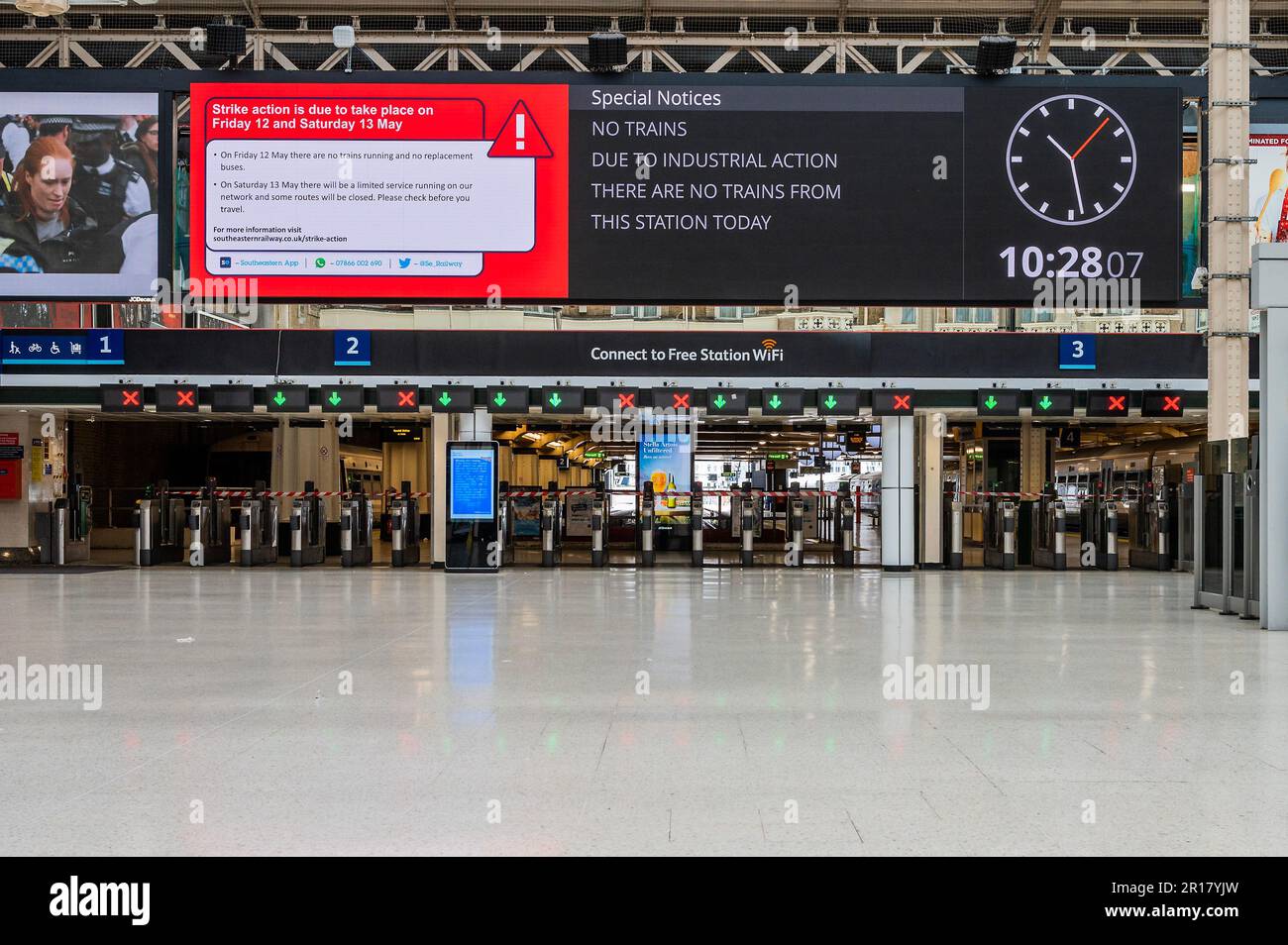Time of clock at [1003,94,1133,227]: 10:28
